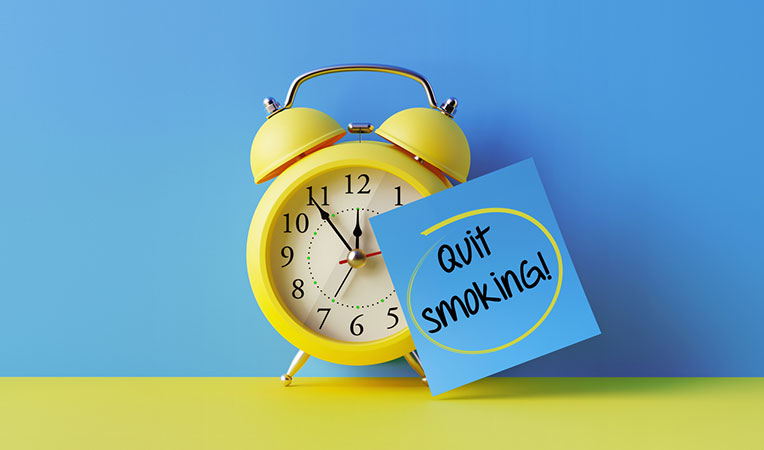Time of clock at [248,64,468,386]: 11:54
